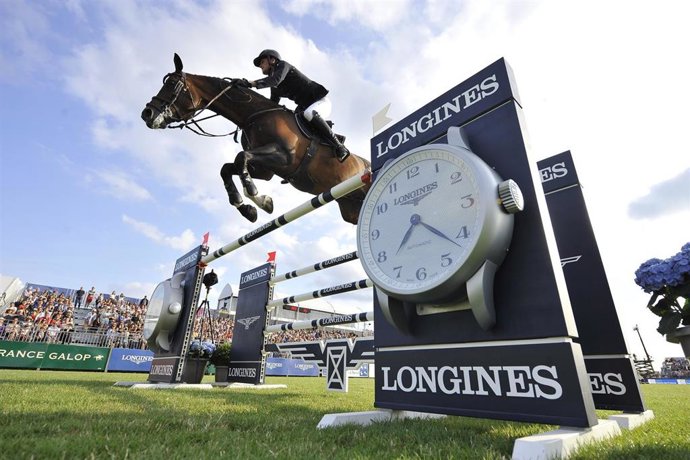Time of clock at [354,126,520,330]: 7:22
